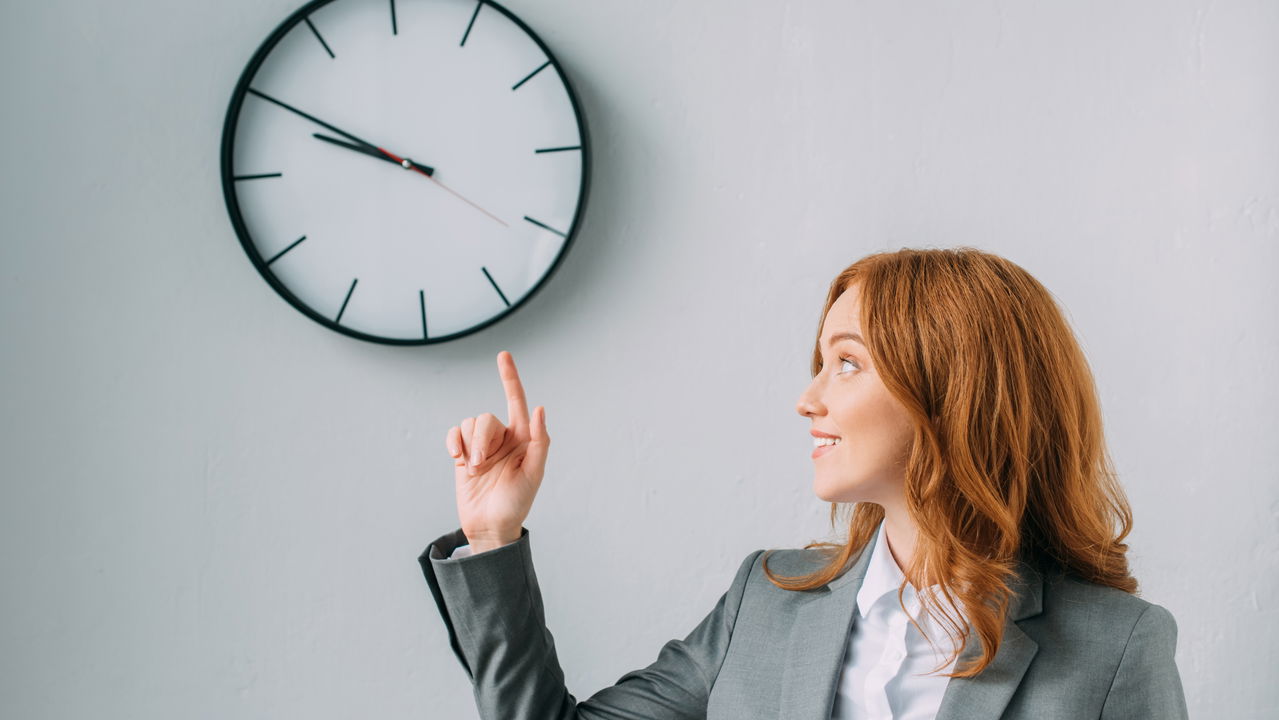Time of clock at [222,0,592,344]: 9:50
